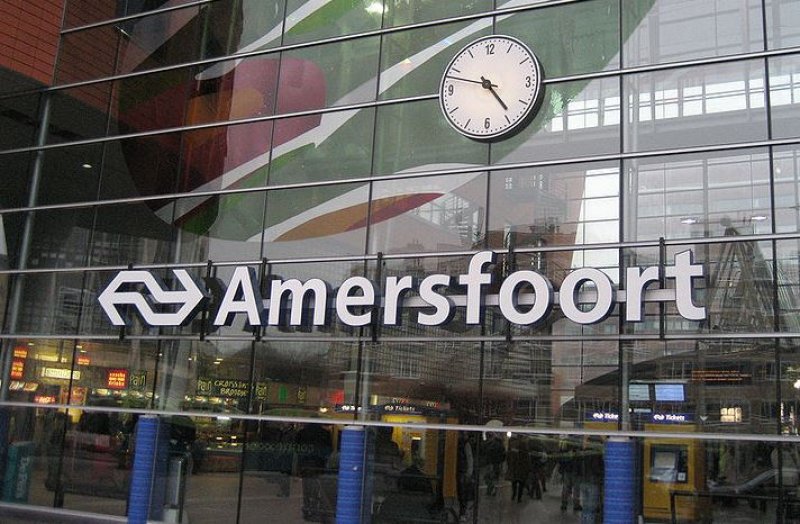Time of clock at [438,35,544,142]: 4:48
